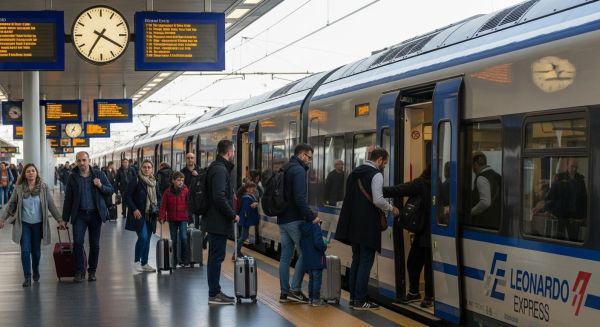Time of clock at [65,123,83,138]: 7:03
